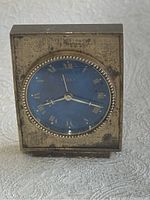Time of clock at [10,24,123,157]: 8:18
